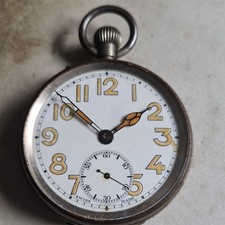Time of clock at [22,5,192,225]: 1:51
